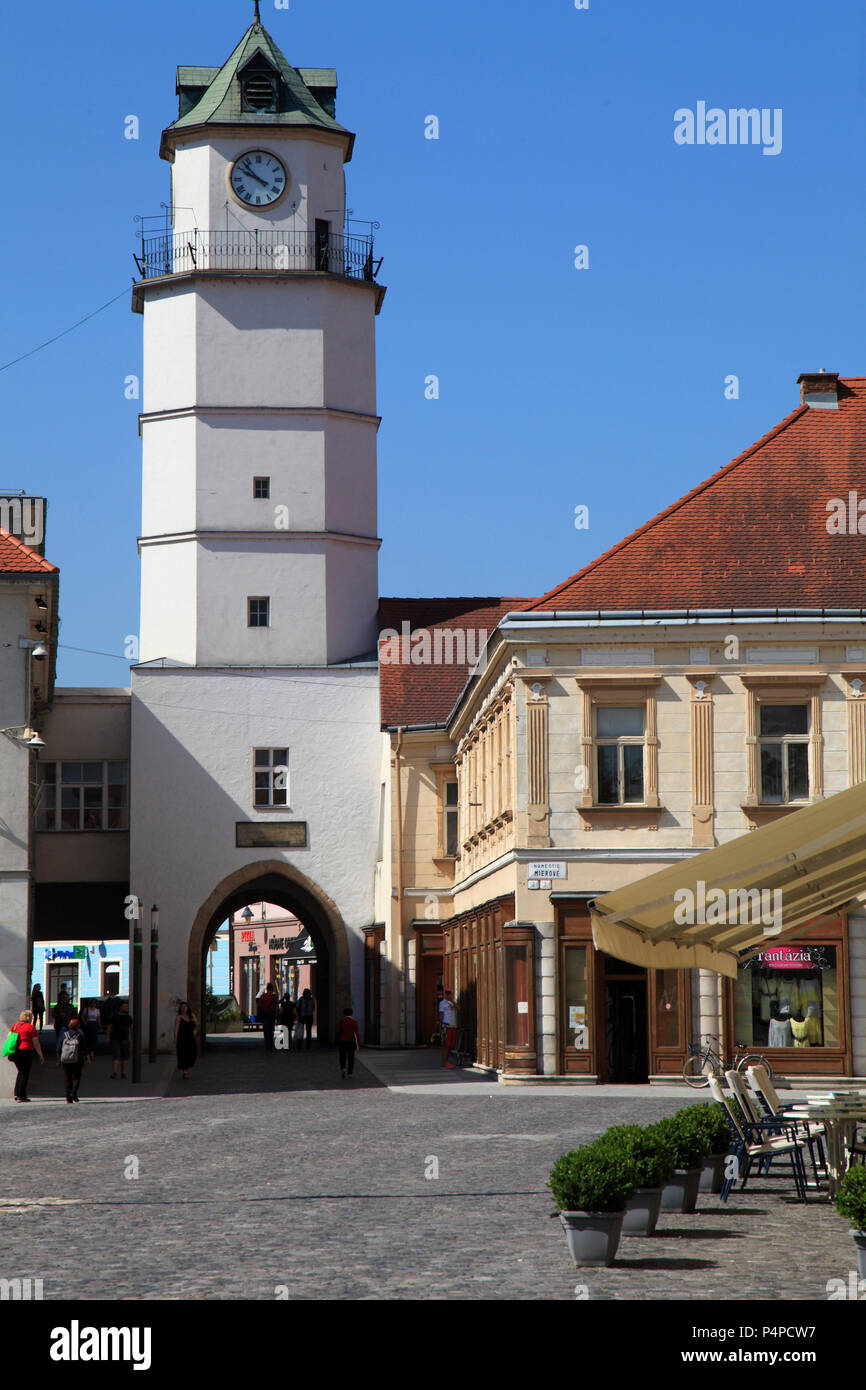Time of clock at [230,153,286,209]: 9:52
